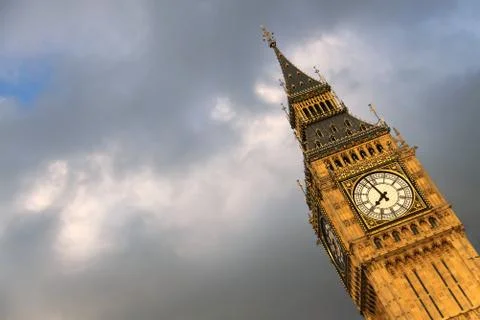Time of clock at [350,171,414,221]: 6:52
